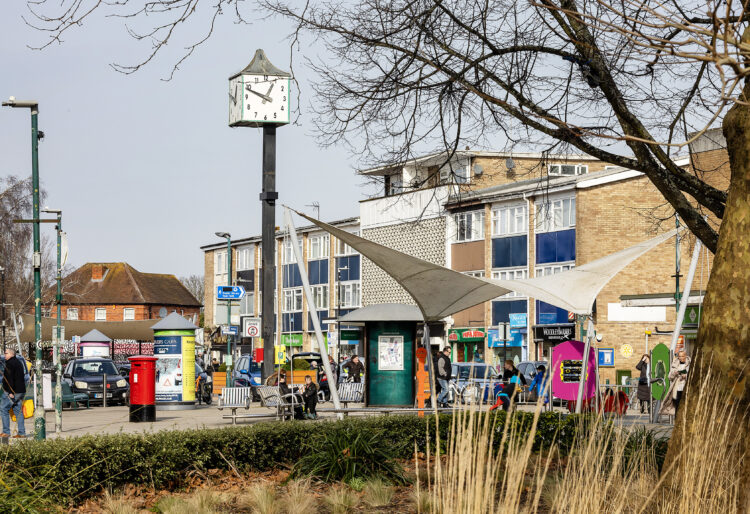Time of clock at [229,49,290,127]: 12:49
